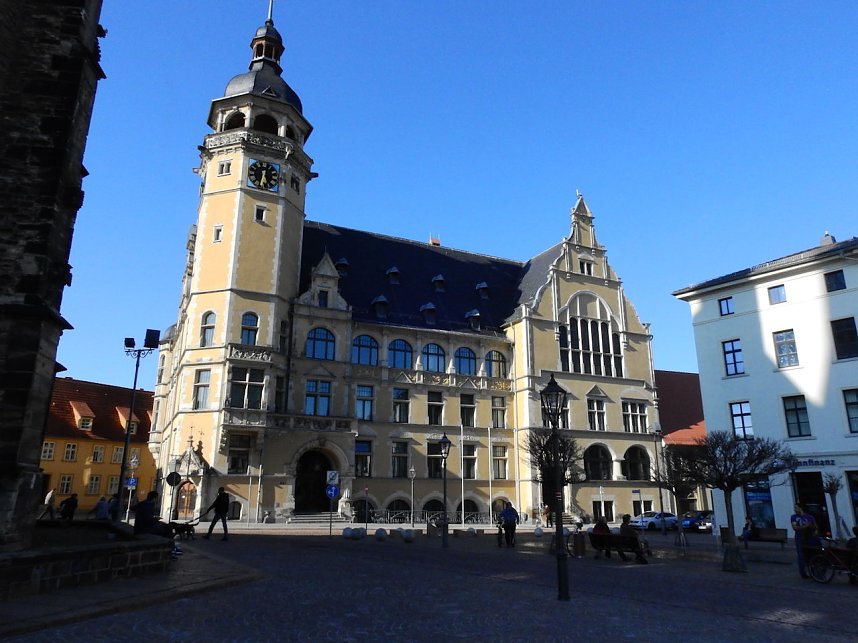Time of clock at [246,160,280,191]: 12:32
